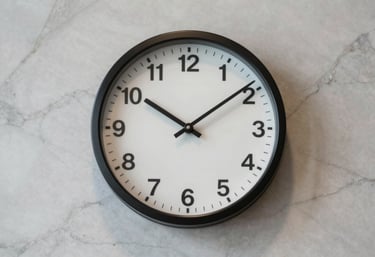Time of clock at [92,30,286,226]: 10:09
